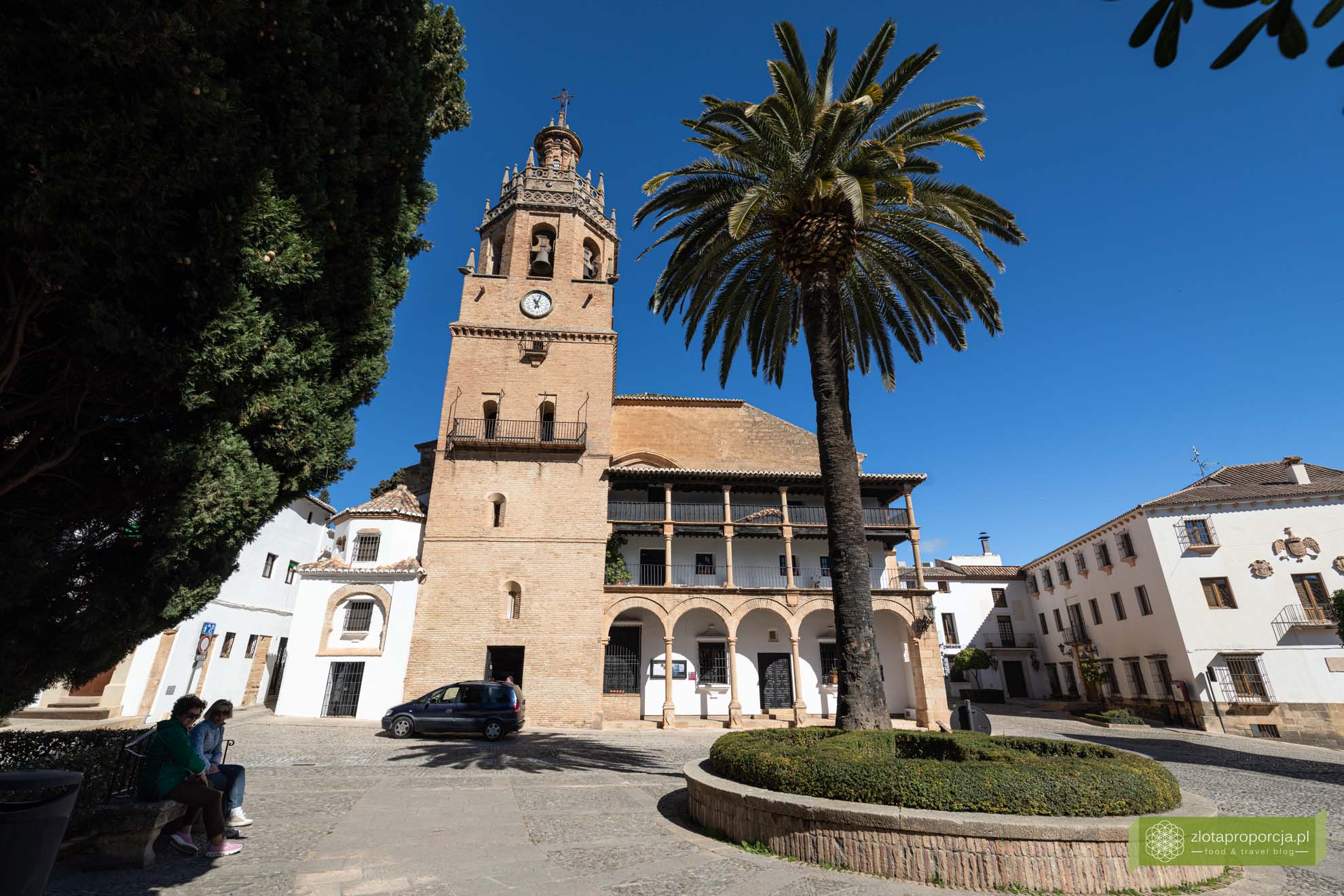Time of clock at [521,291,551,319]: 11:03
